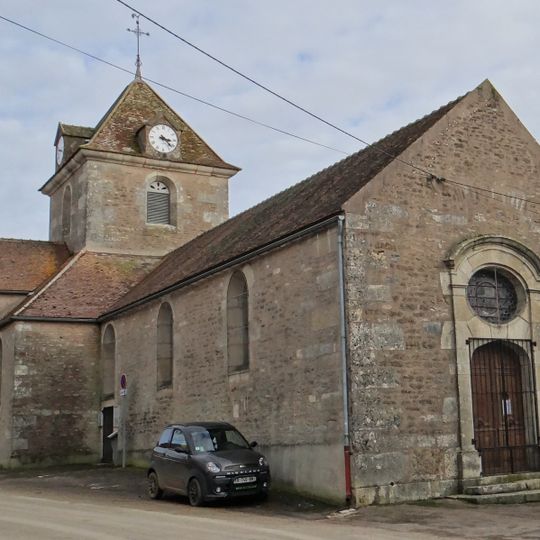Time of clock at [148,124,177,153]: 3:22
